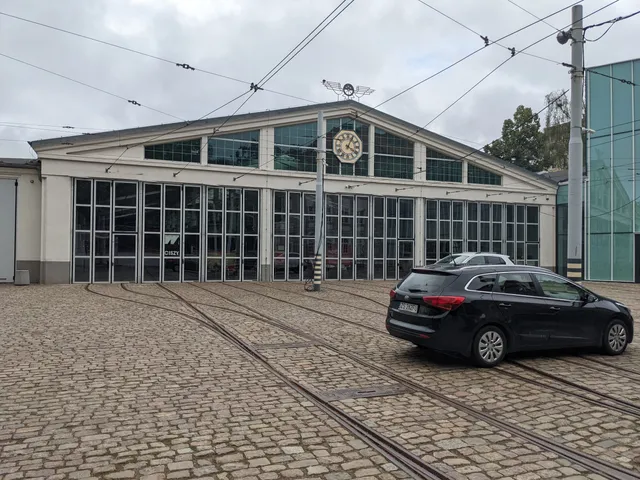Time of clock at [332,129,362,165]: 4:04
